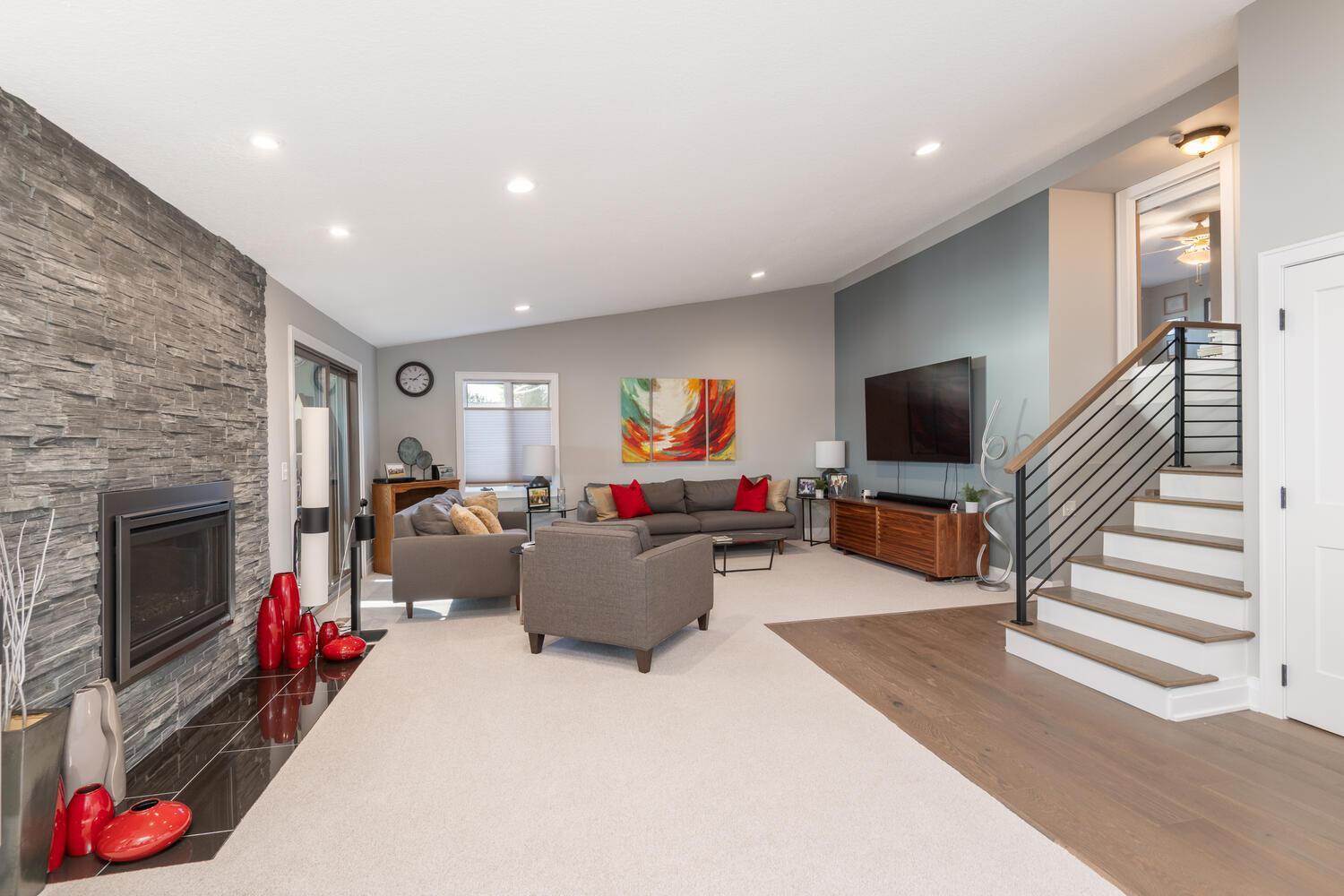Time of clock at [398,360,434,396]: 9:08
